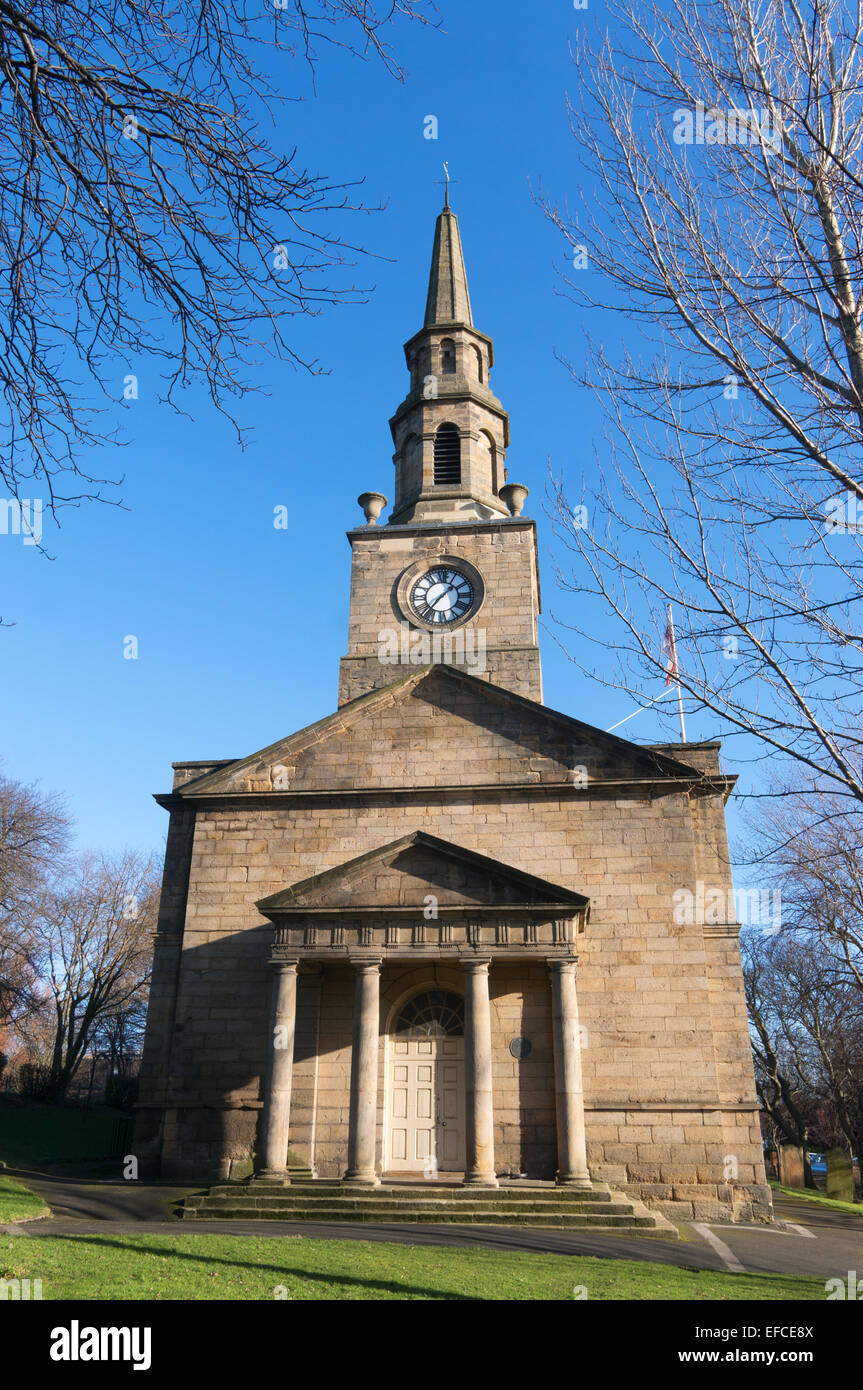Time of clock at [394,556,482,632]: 1:36
